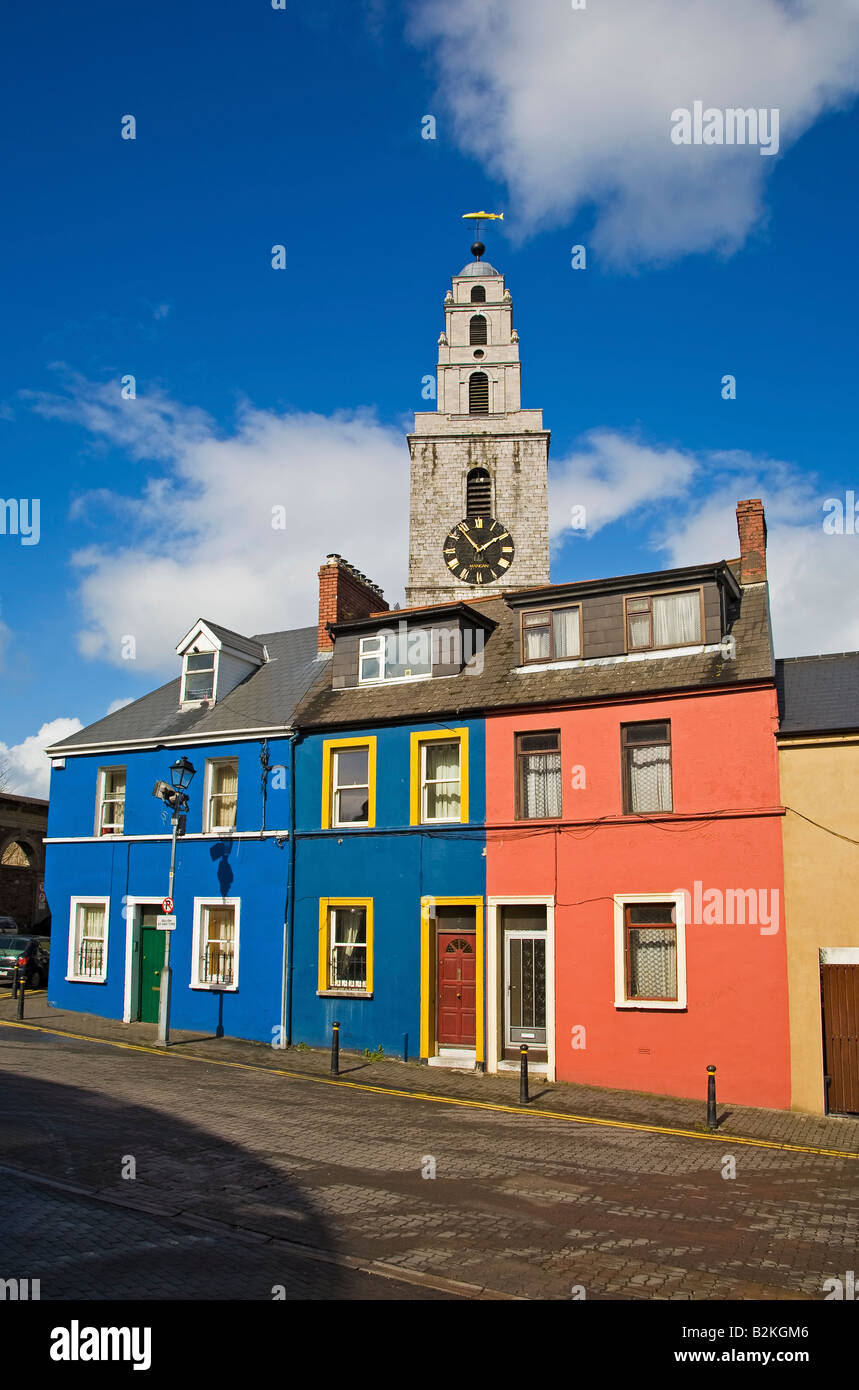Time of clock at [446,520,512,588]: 1:53
